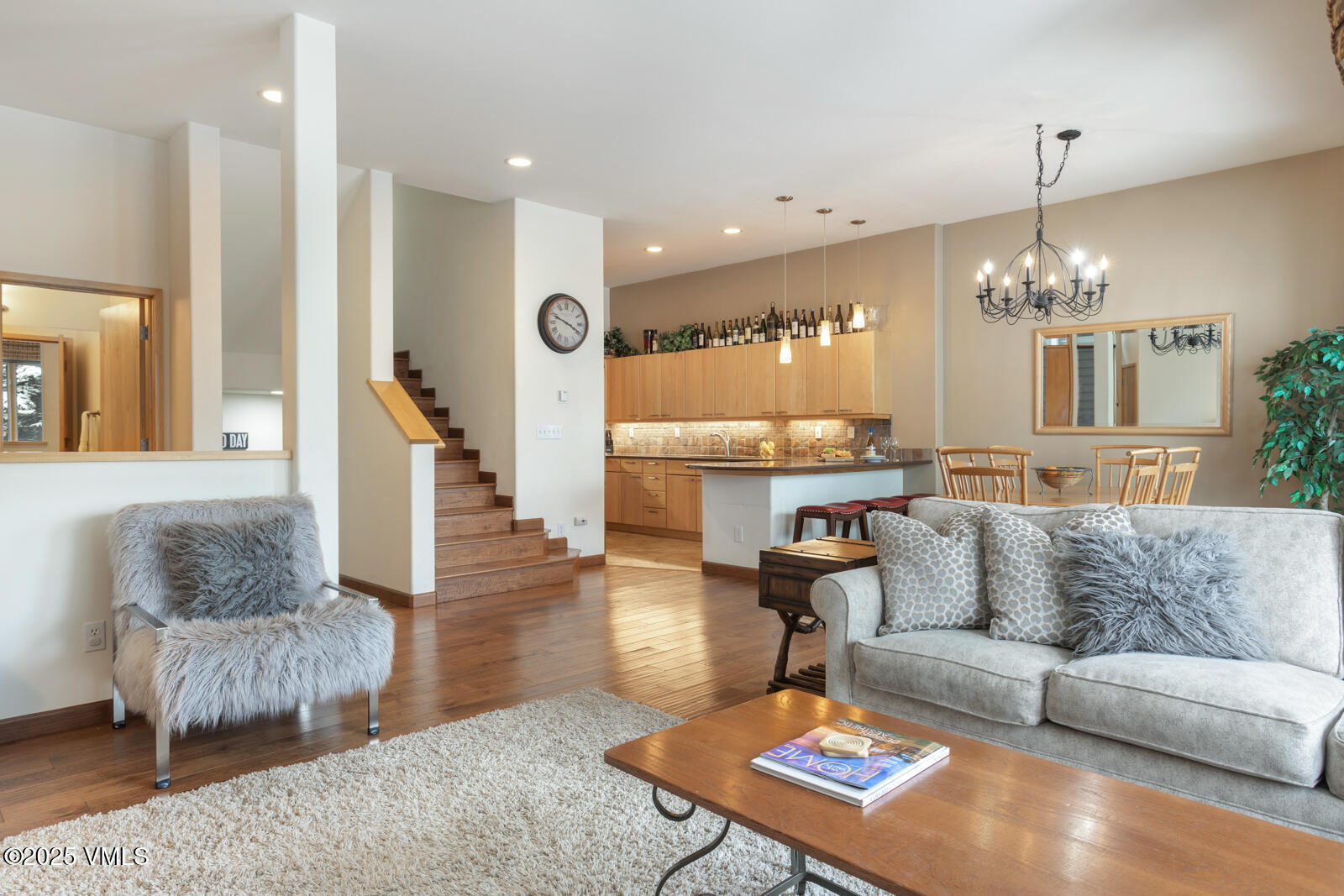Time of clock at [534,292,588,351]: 3:48
